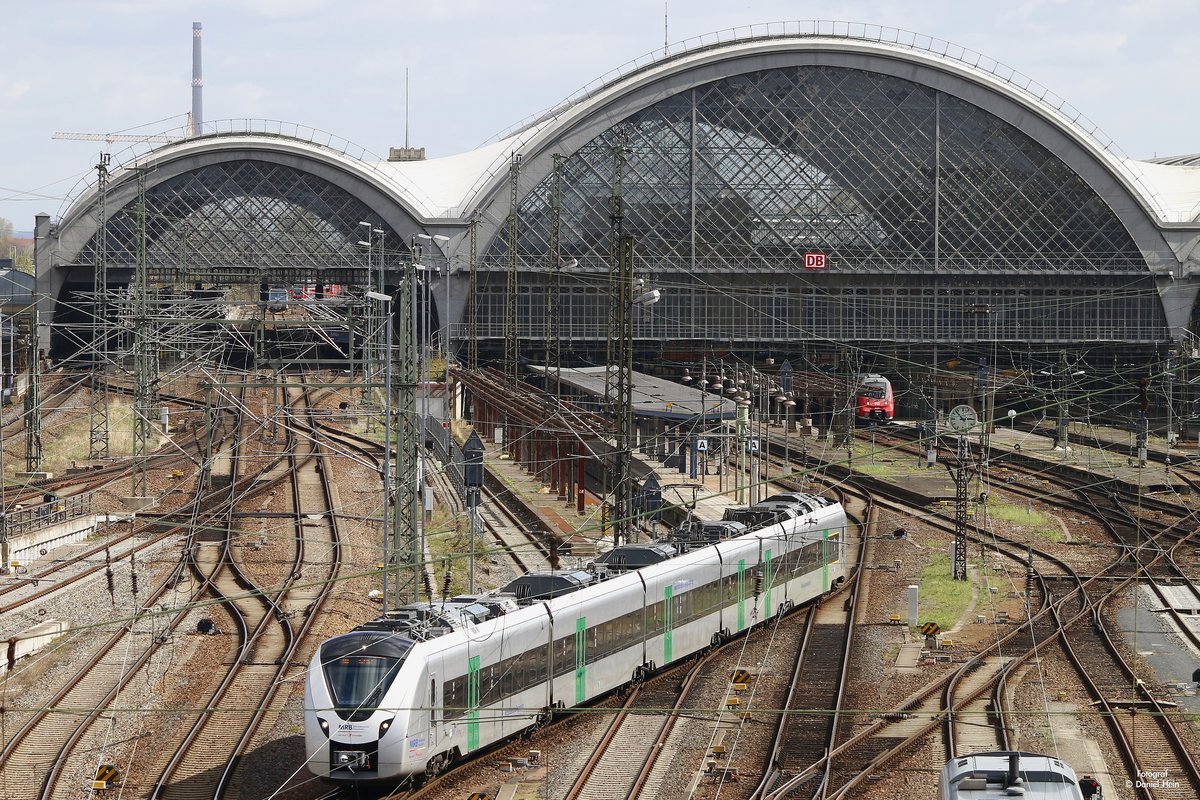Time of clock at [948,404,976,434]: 2:52
